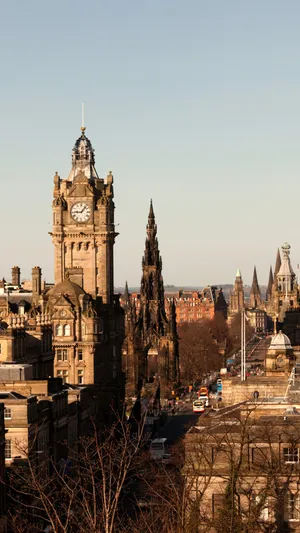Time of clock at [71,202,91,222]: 9:07
